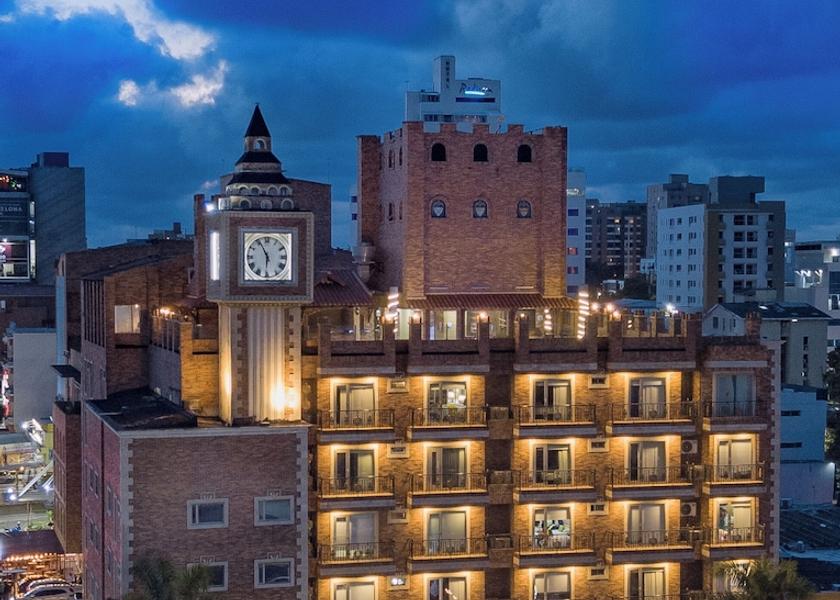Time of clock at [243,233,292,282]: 5:55
